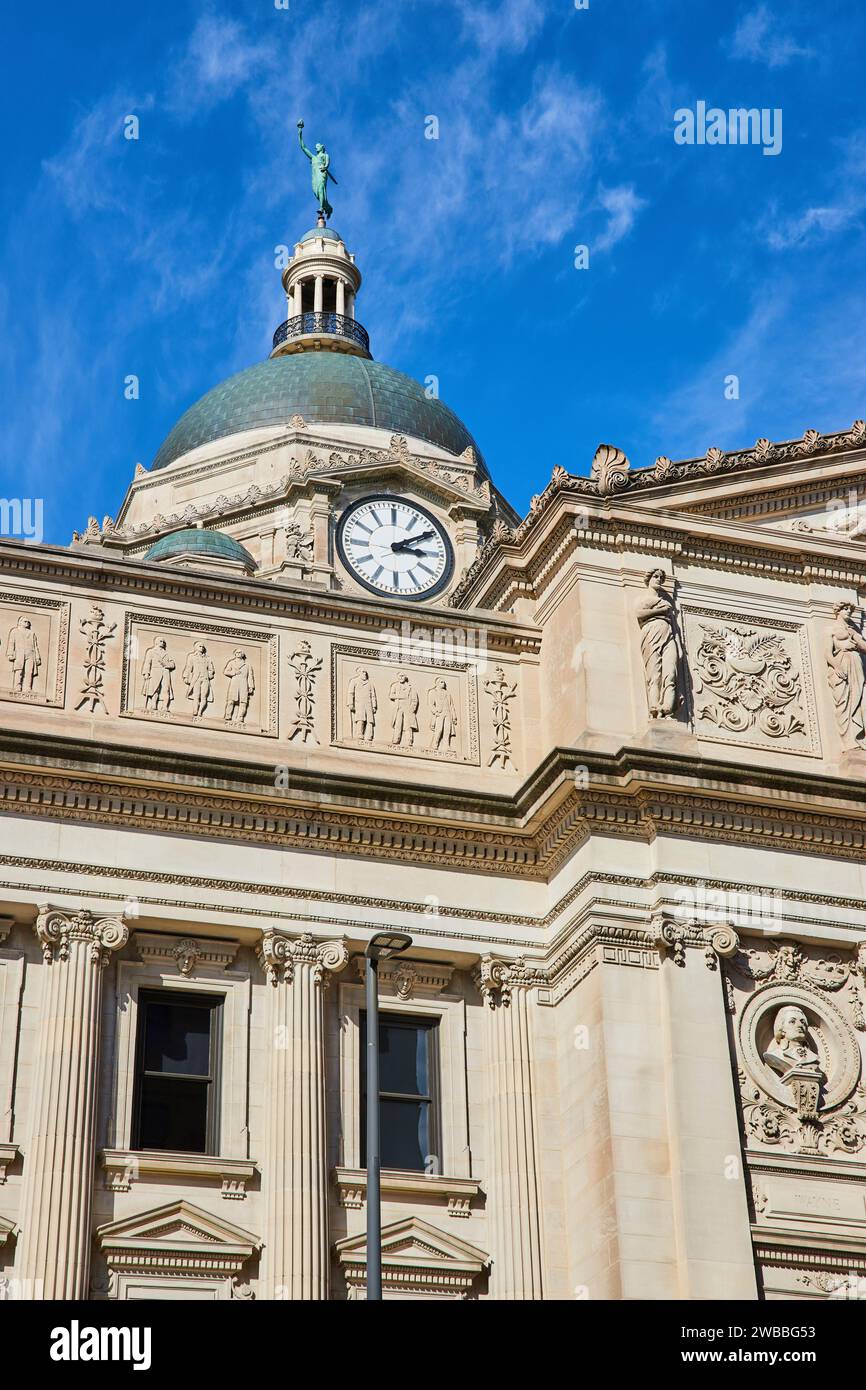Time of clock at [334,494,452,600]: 3:09
